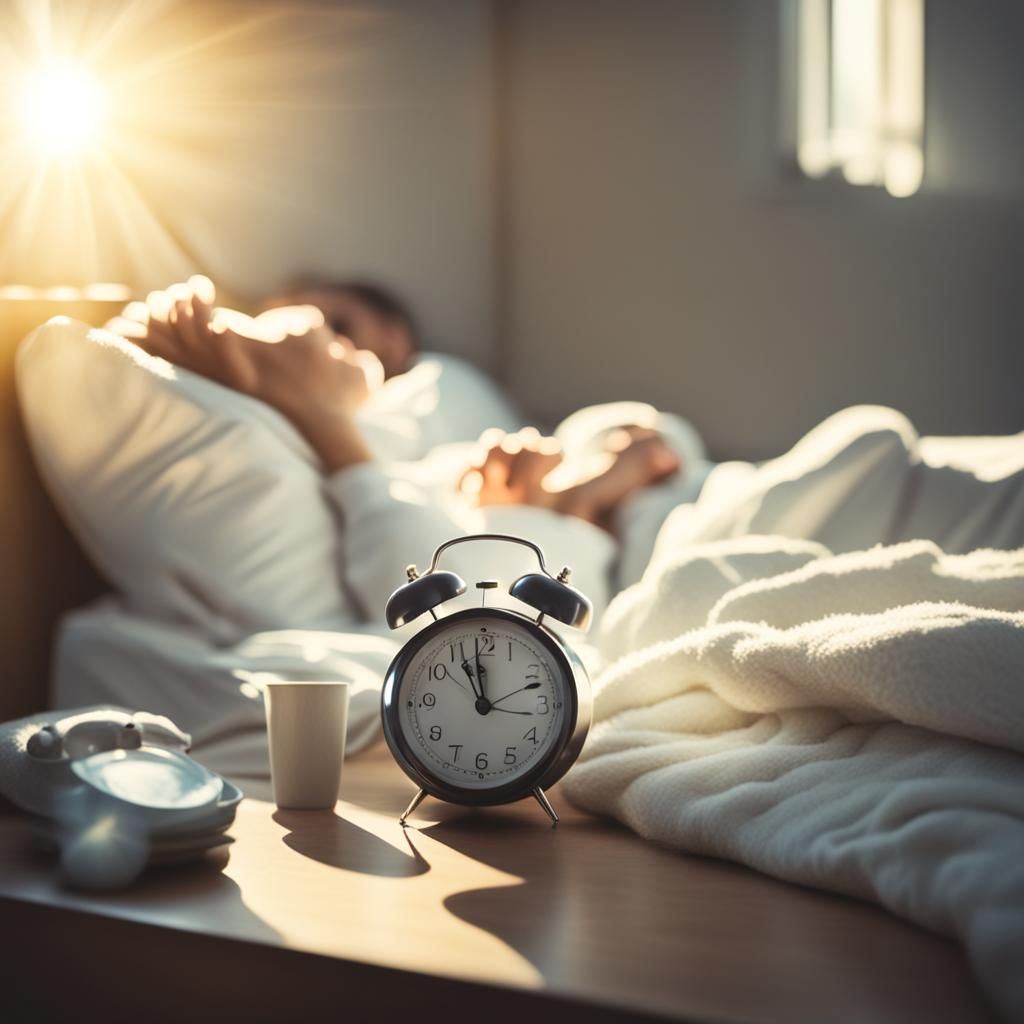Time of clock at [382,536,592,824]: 10:58
